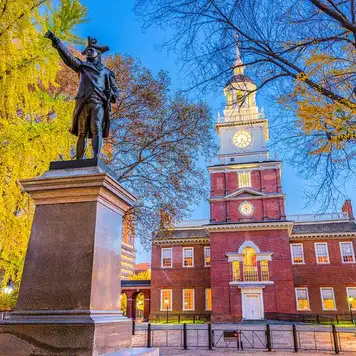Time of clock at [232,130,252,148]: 6:23
